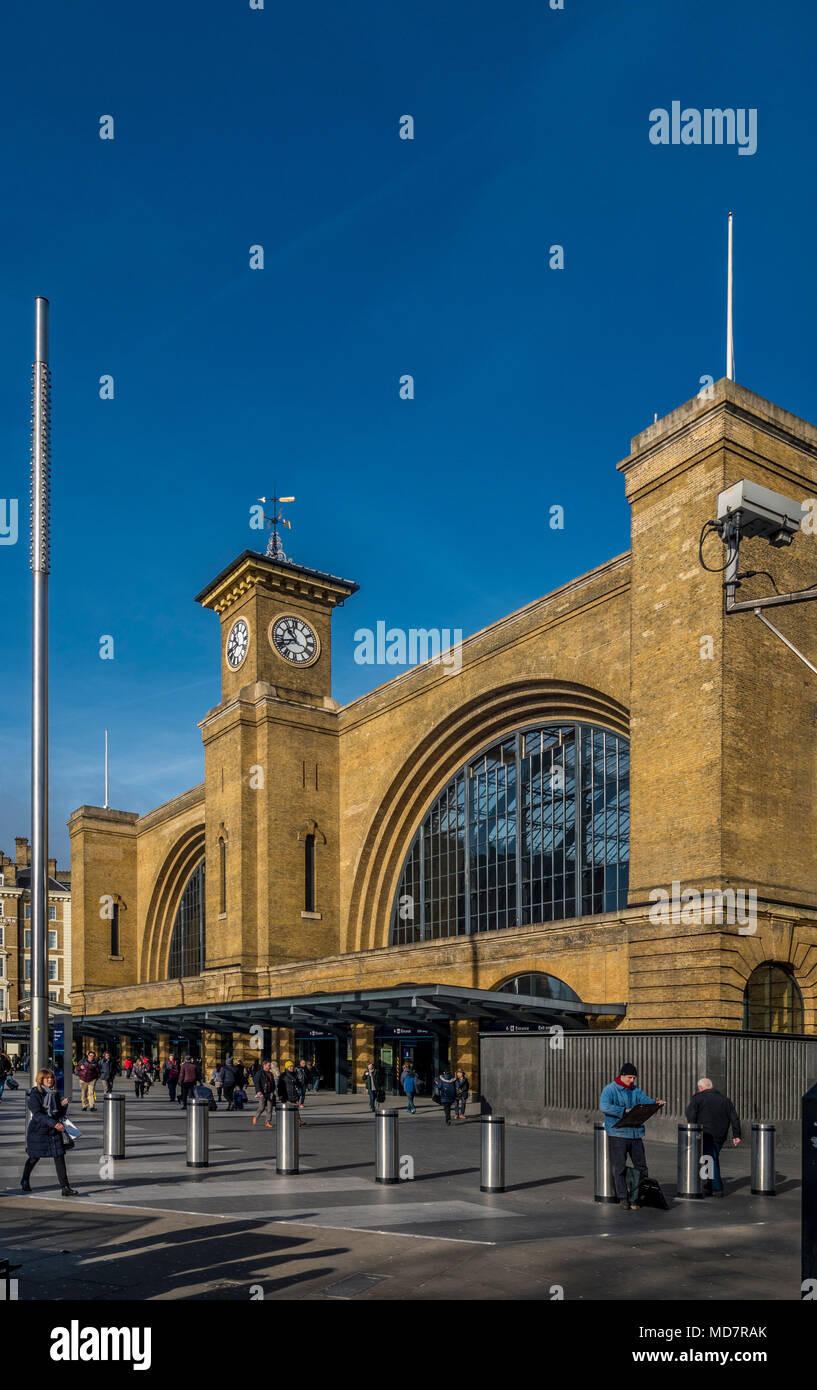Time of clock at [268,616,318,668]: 10:41
